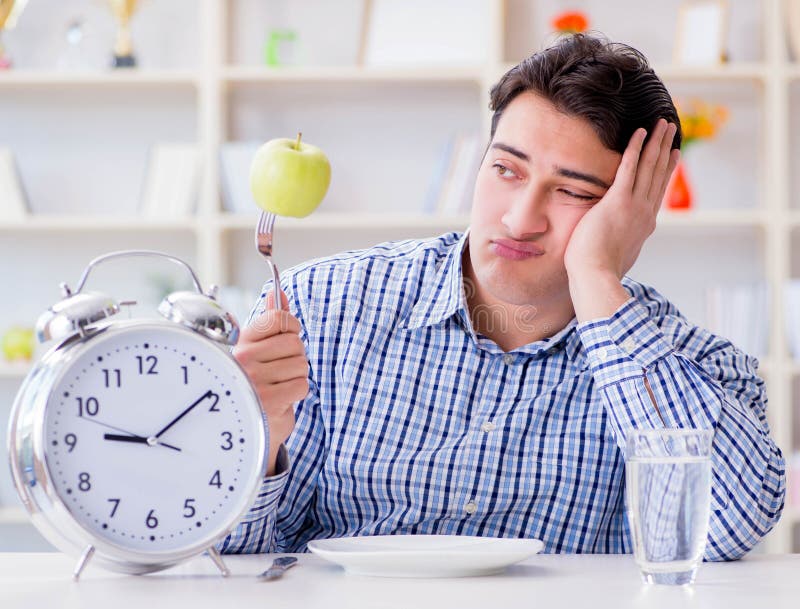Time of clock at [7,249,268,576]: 9:09
